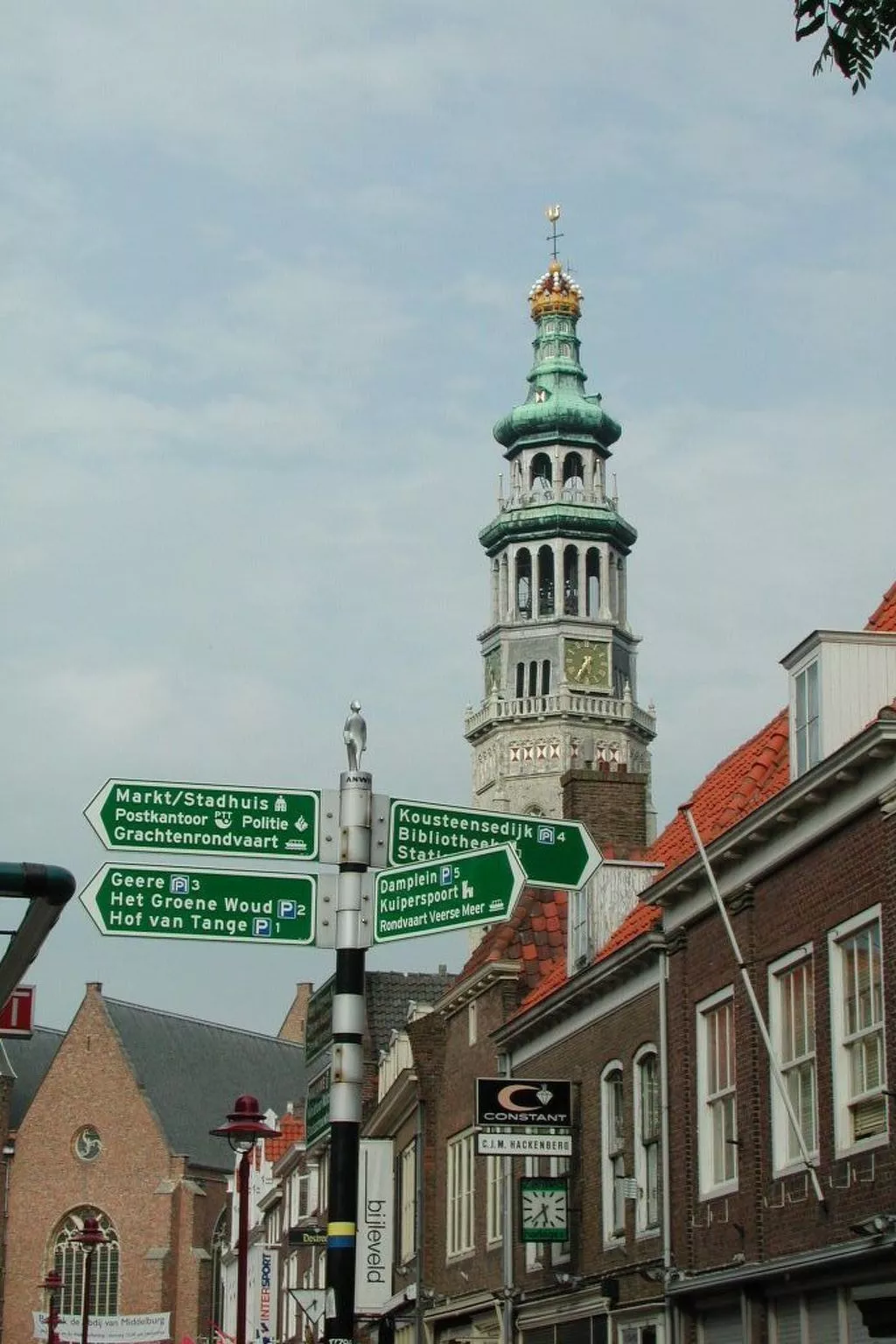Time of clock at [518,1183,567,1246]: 5:37
